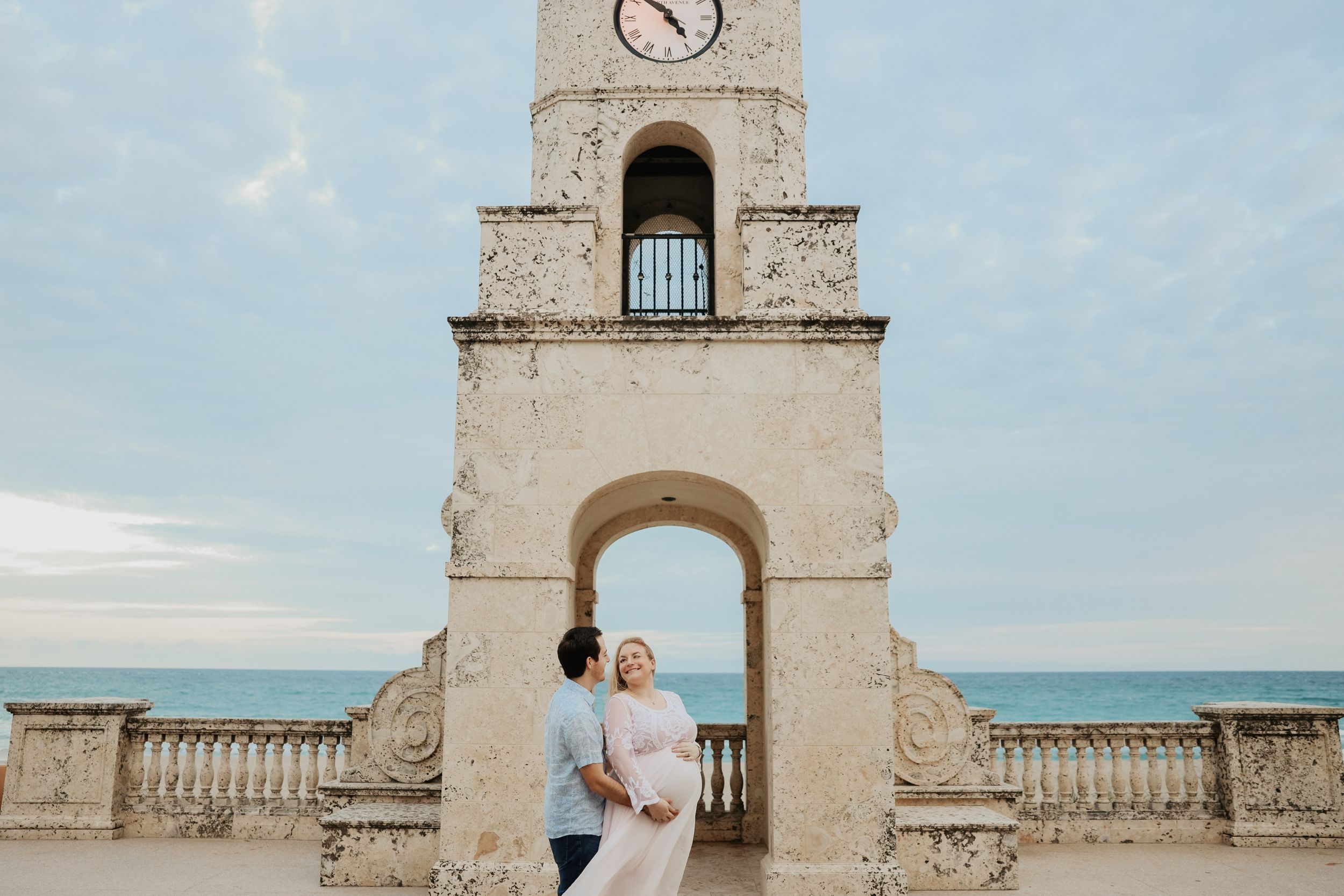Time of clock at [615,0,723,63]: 4:51
